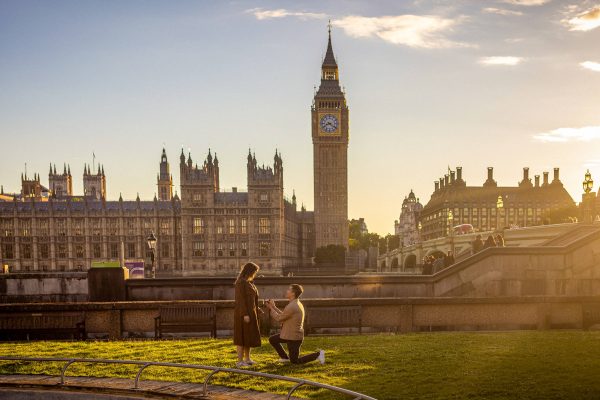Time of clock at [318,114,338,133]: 8:21
